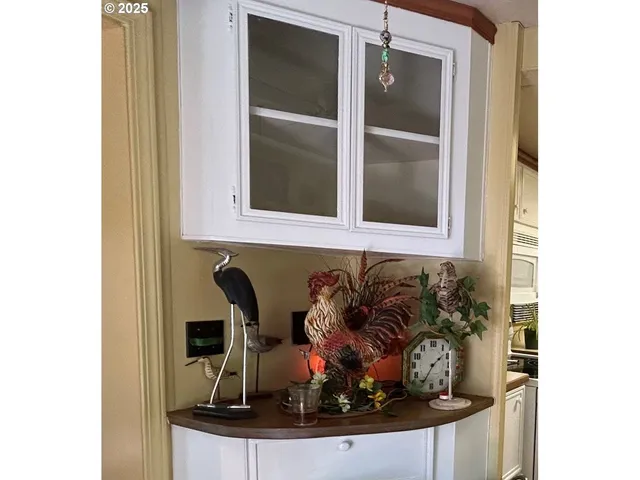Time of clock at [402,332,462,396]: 1:34
